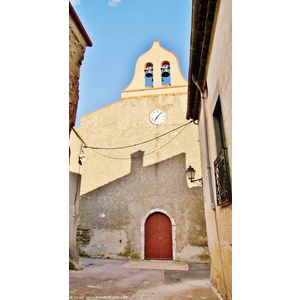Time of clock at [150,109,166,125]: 7:07
